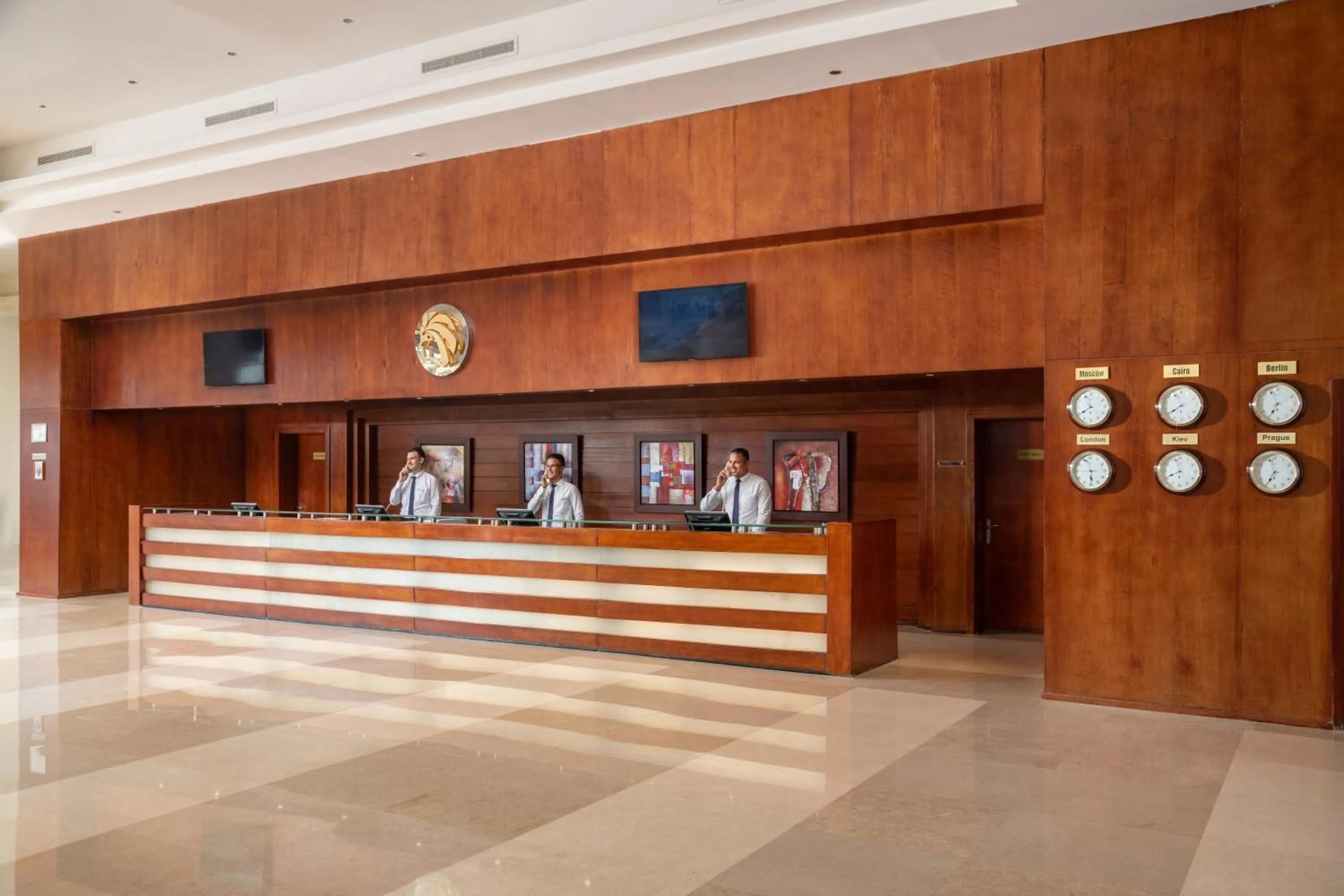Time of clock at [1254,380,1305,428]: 6:56
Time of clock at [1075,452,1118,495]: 5:57
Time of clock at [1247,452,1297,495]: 6:57
